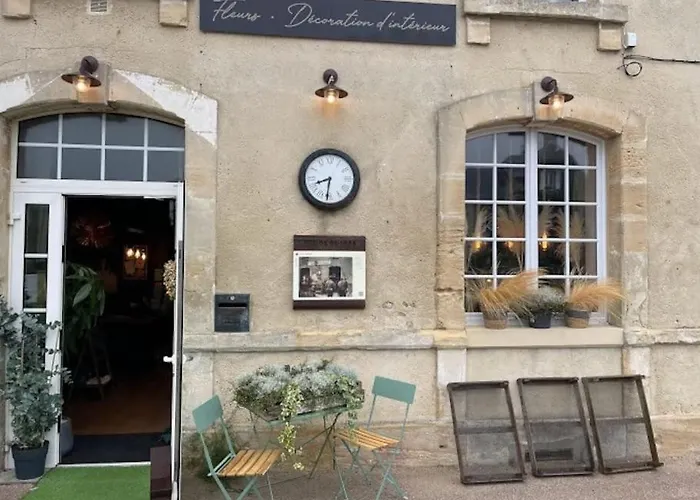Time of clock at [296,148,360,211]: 8:31
